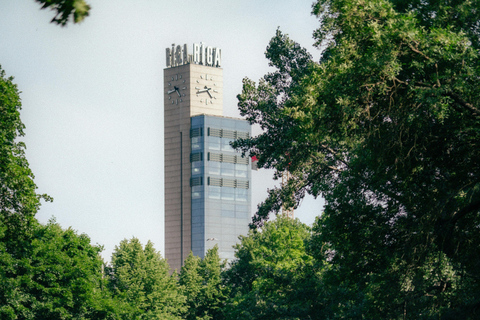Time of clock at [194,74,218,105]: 4:42
